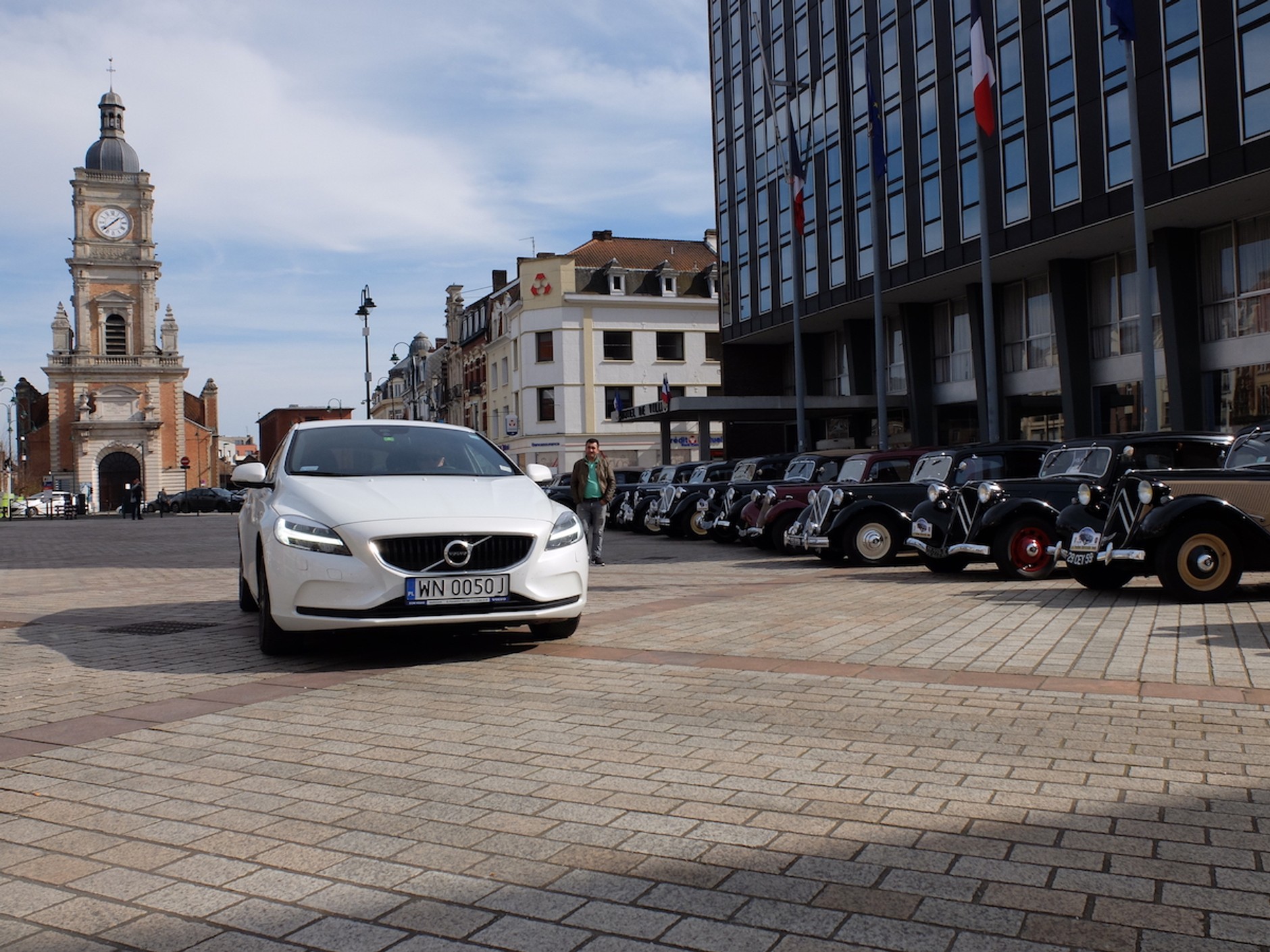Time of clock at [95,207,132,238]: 1:38
